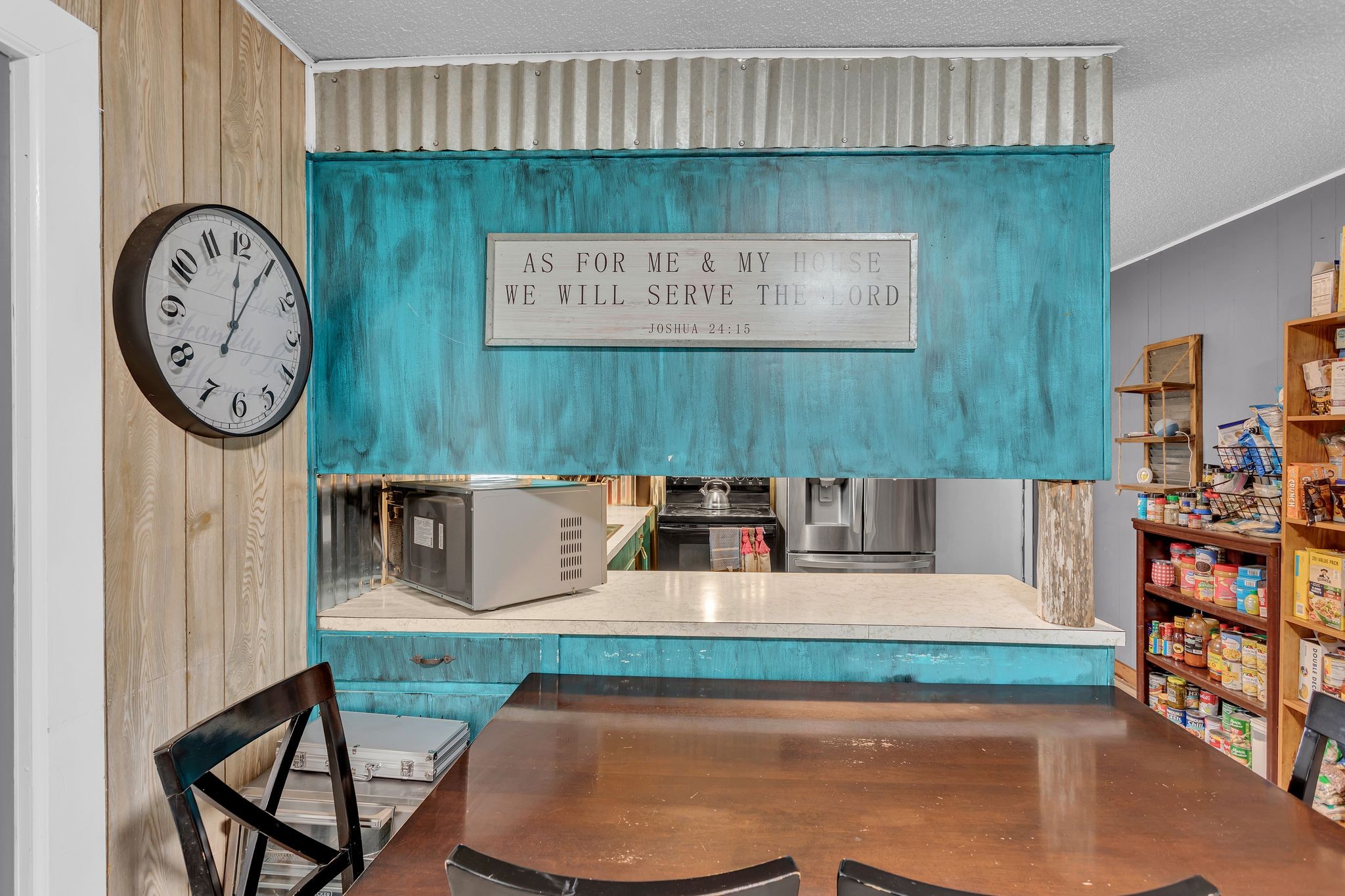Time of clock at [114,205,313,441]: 12:04
